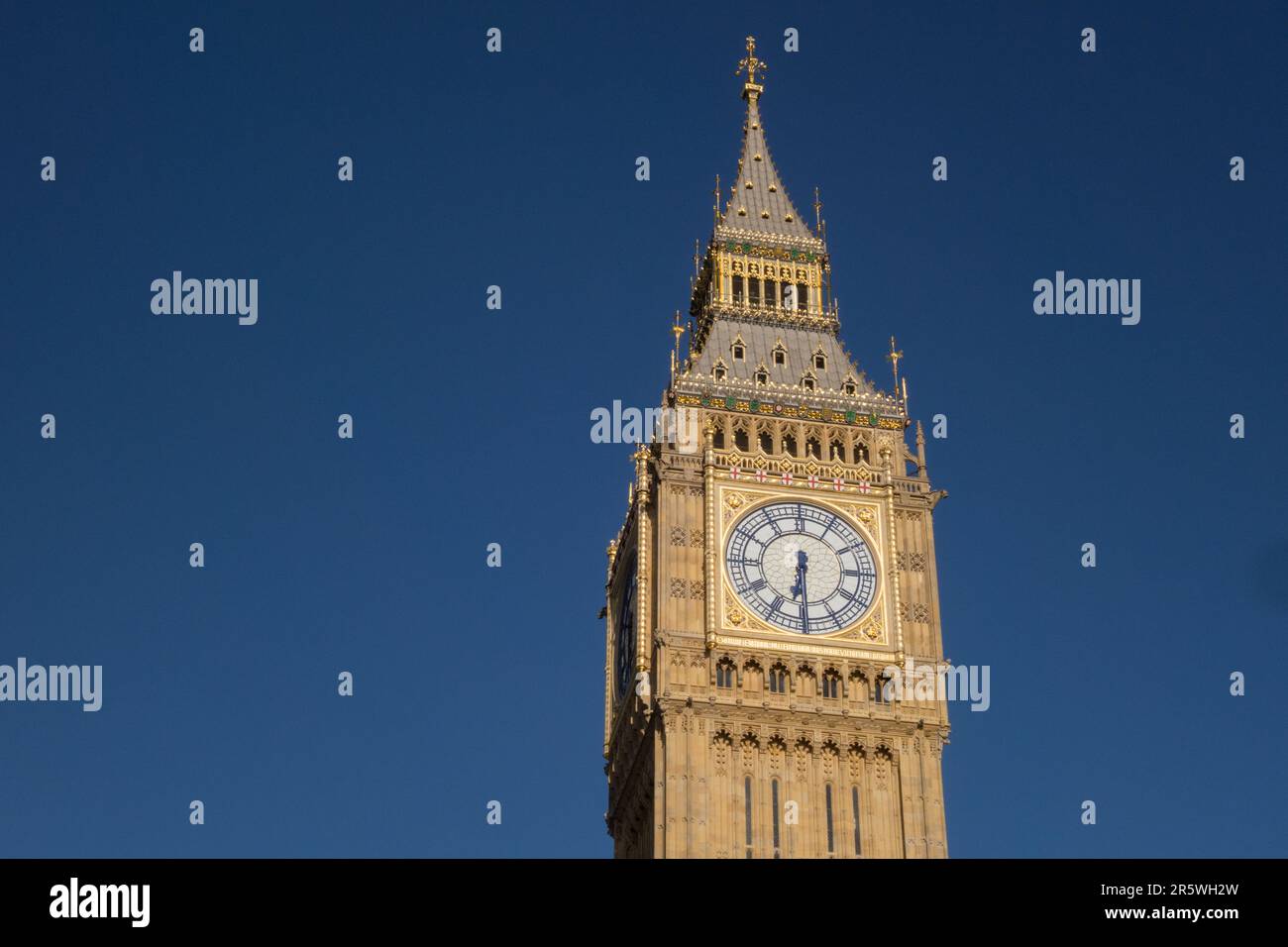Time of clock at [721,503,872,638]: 6:29
